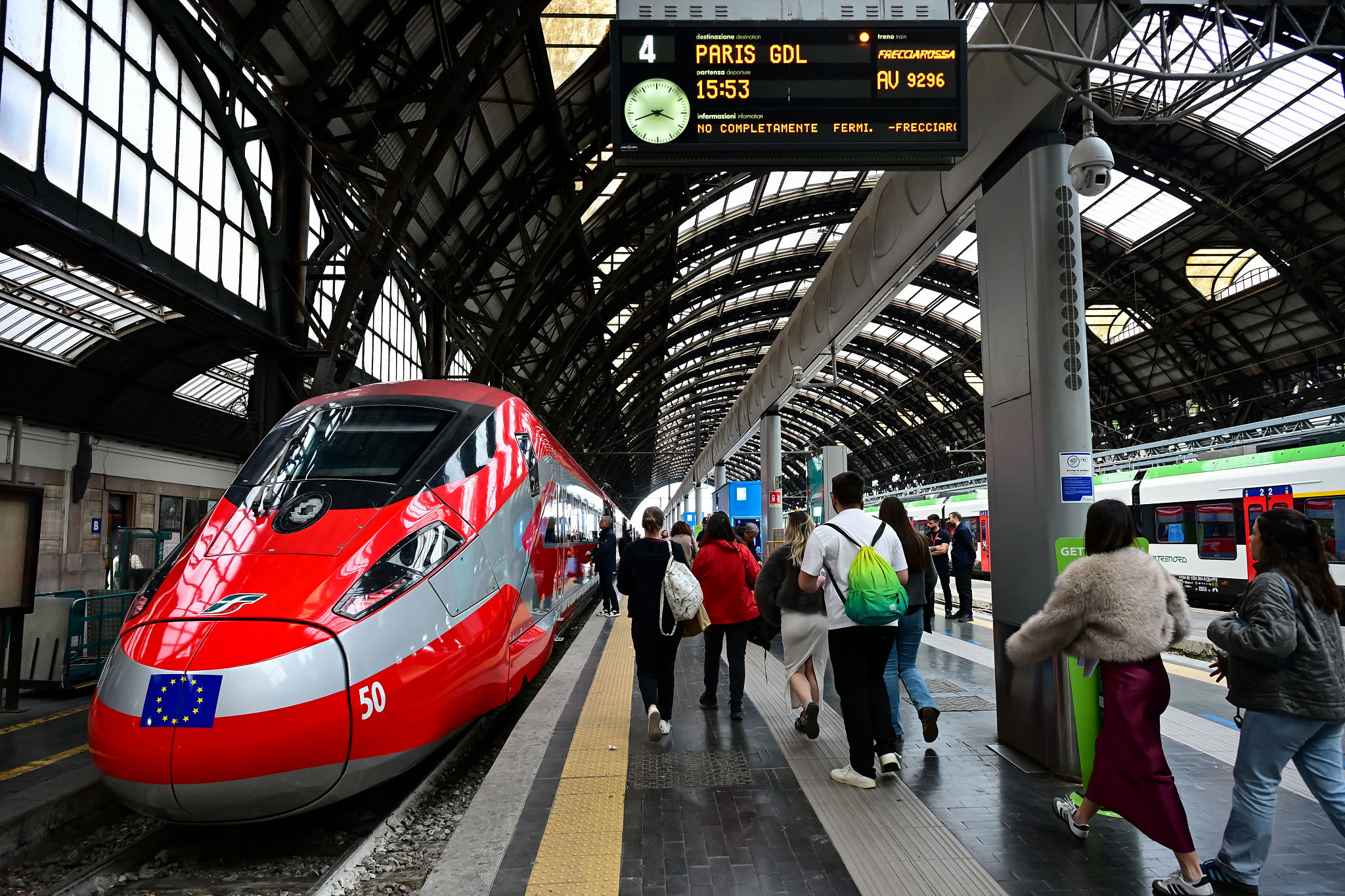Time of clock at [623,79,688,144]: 3:42
